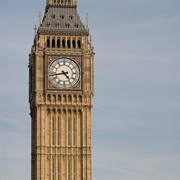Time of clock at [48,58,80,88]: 4:43
